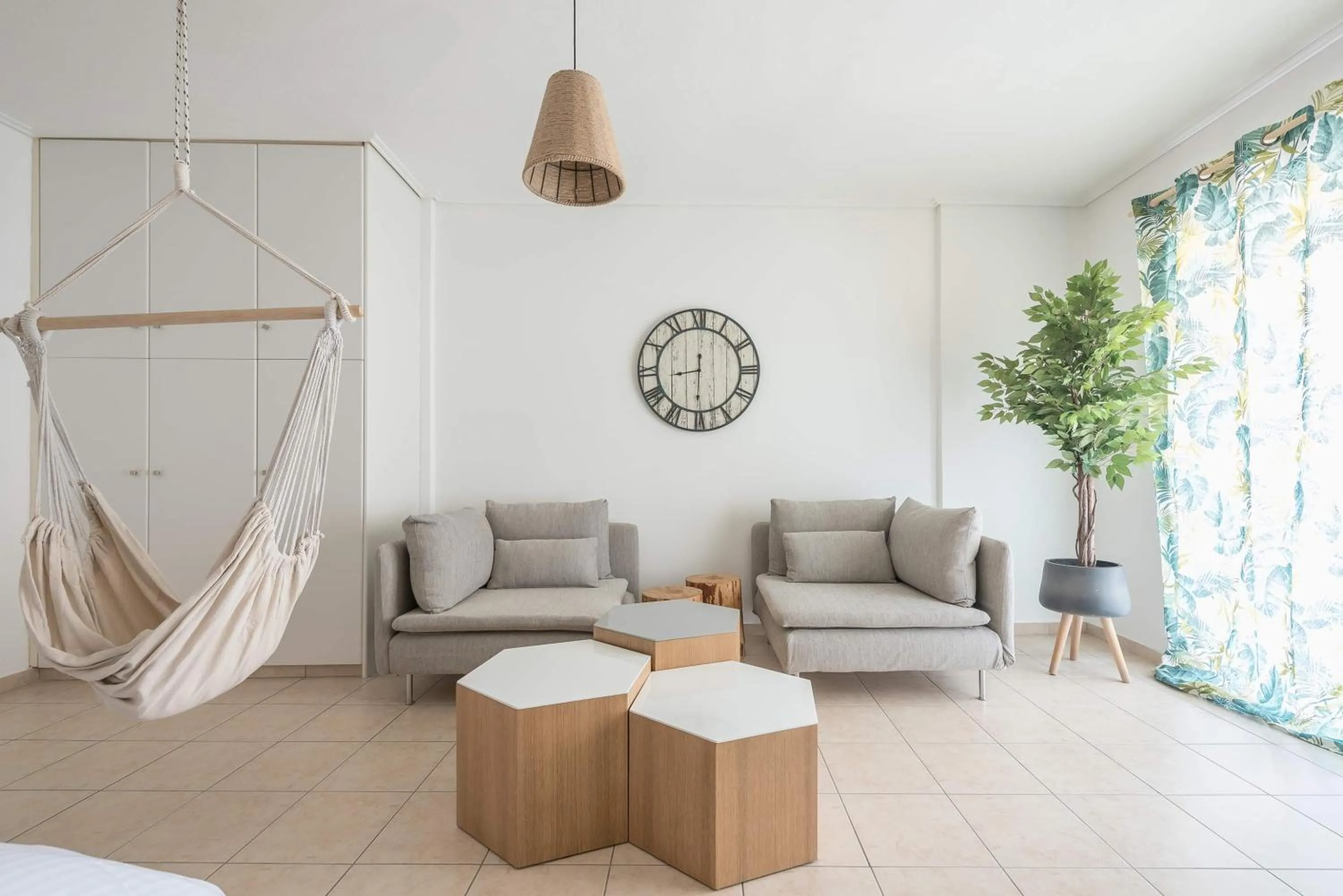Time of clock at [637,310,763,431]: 8:30
